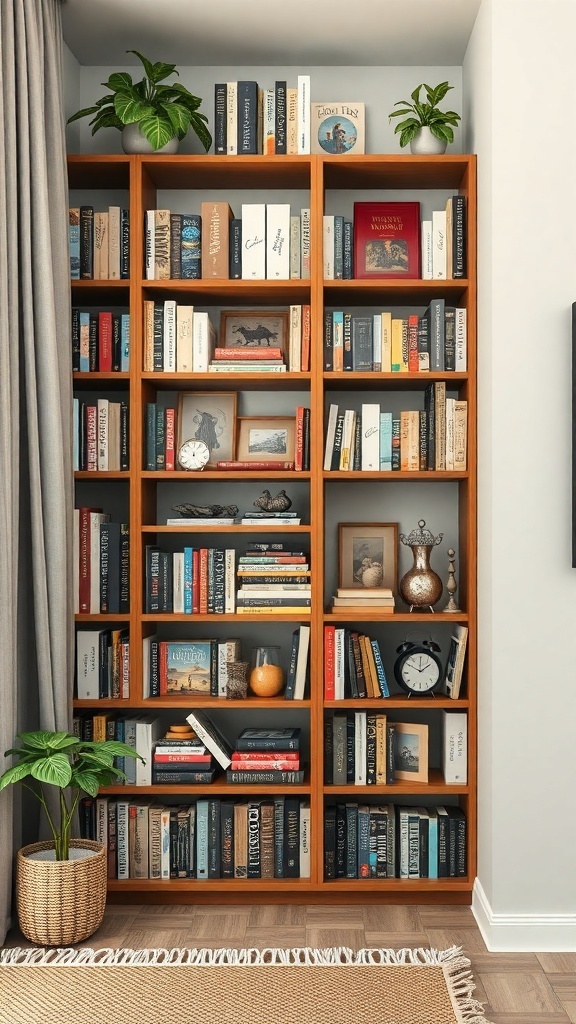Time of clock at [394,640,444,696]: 1:50
